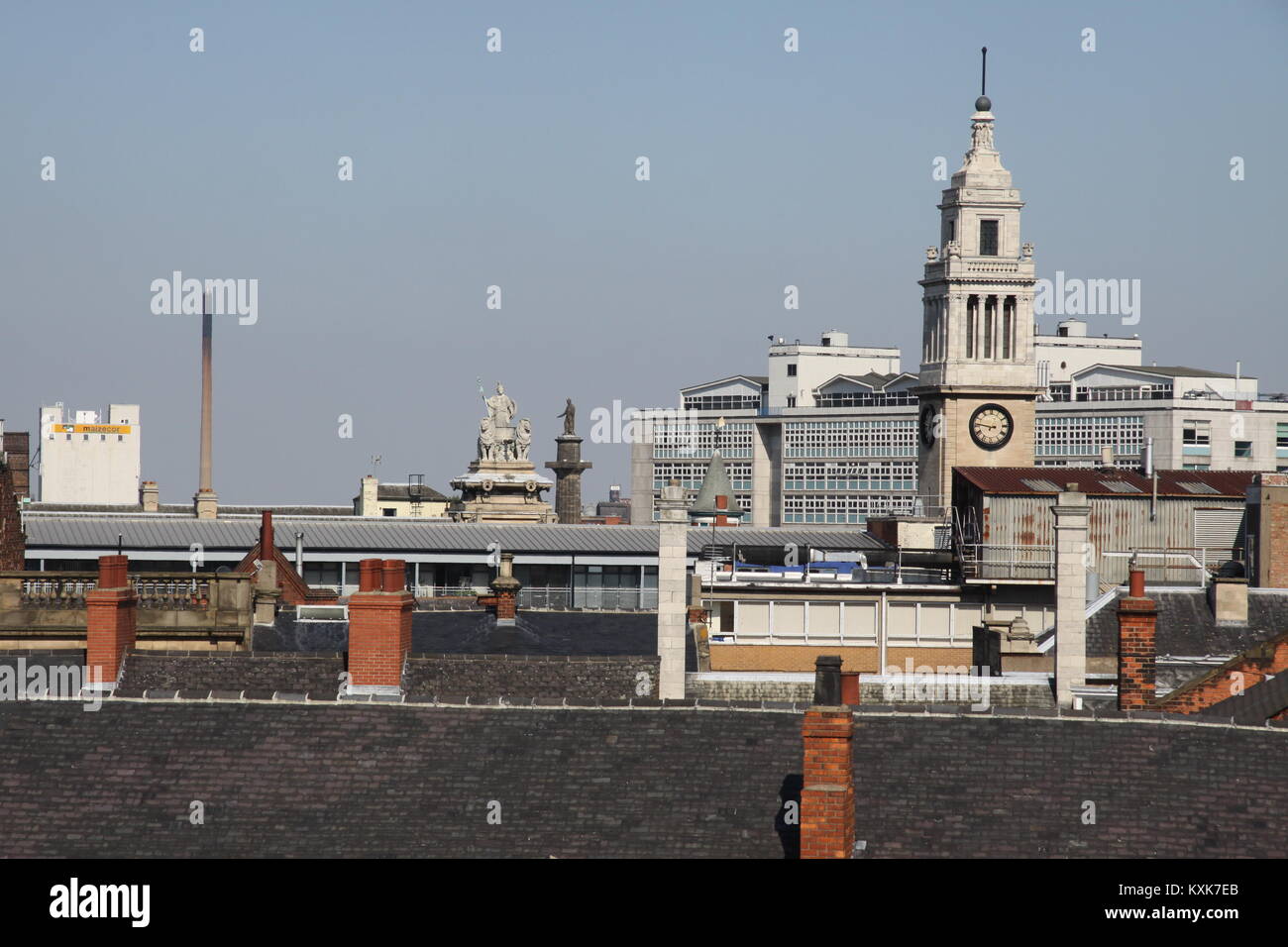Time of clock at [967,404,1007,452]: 12:46
